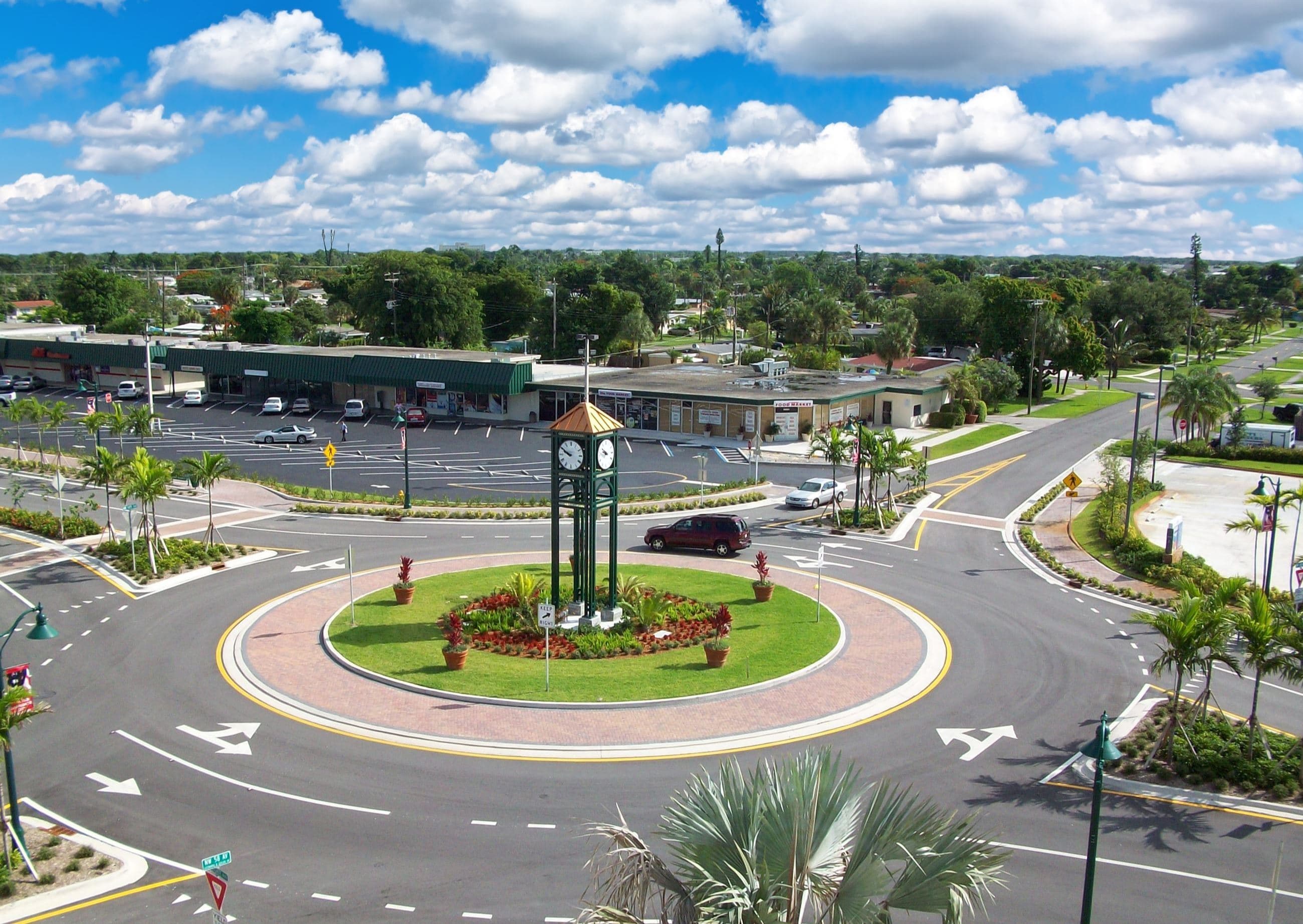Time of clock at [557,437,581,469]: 9:50
